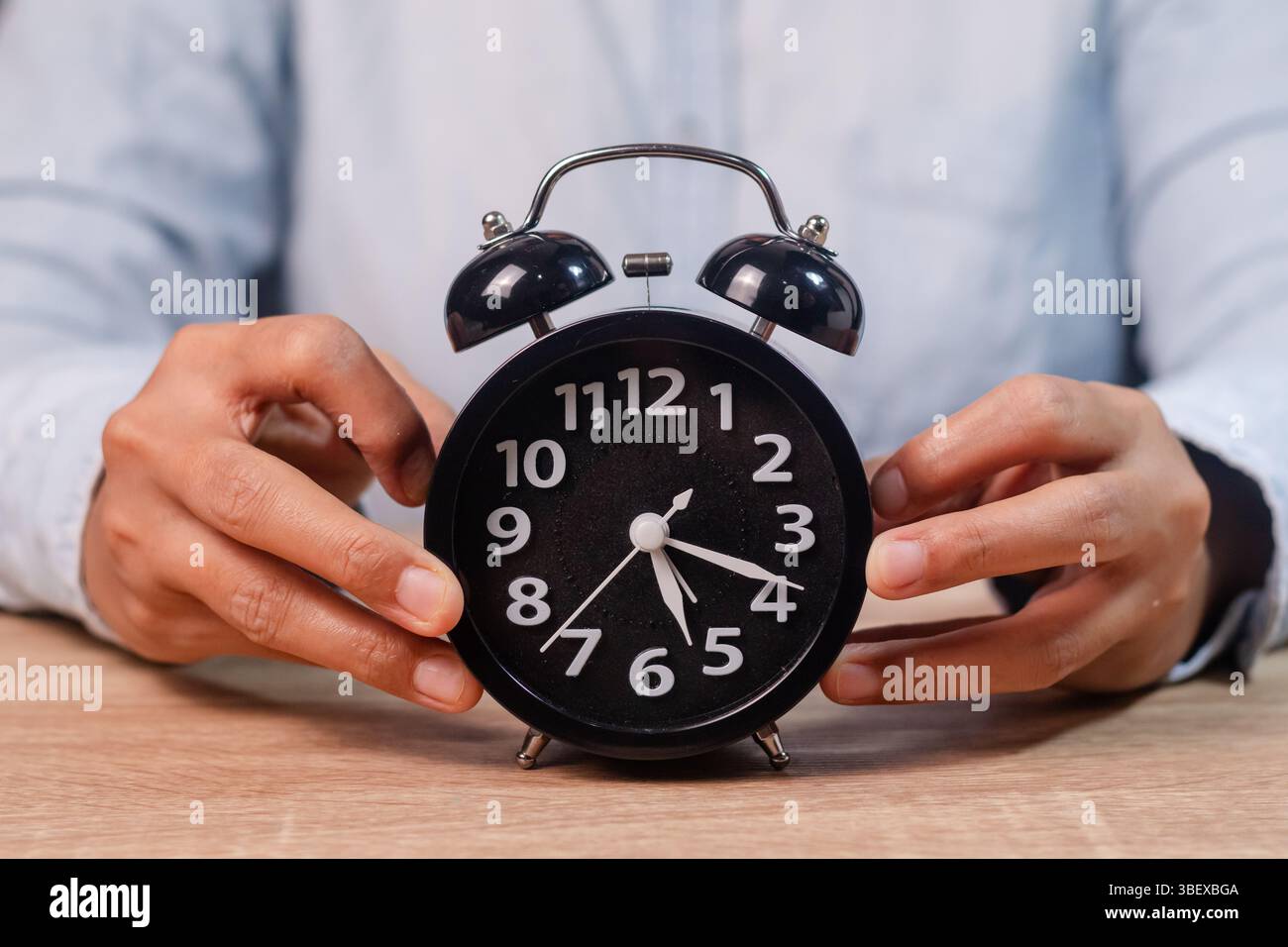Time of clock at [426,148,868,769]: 5:18
